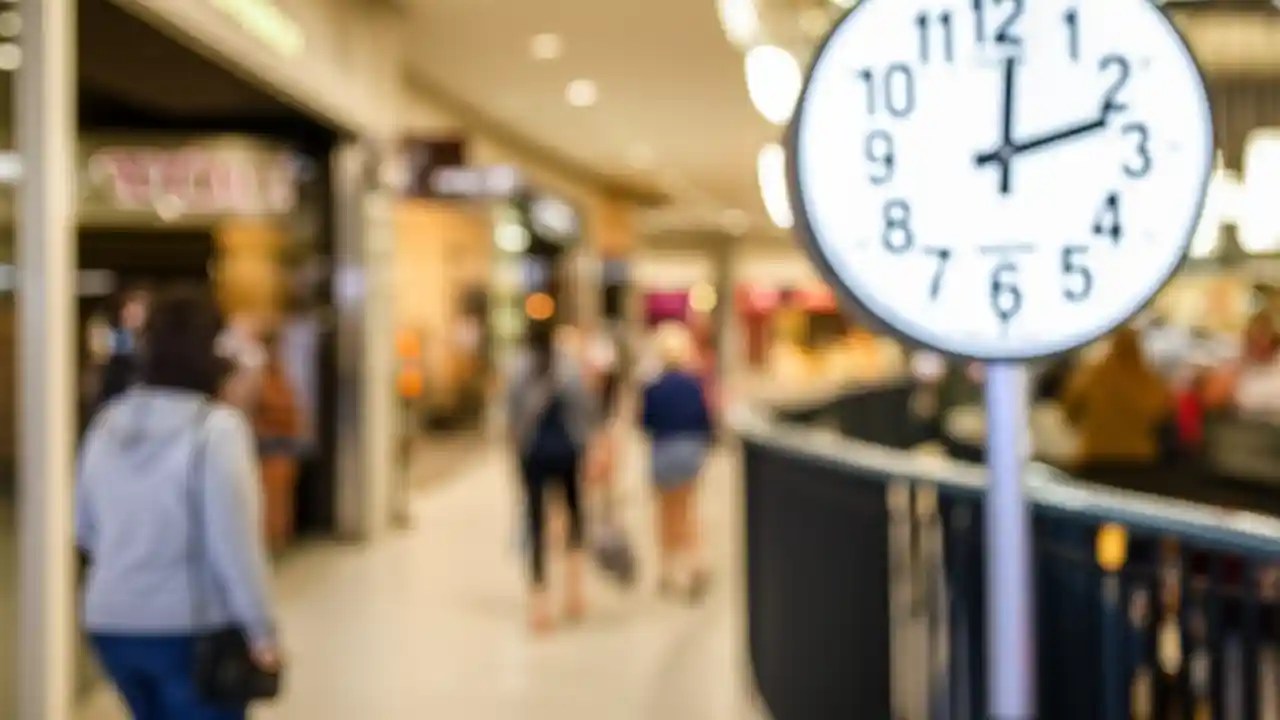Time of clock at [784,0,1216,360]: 12:12
